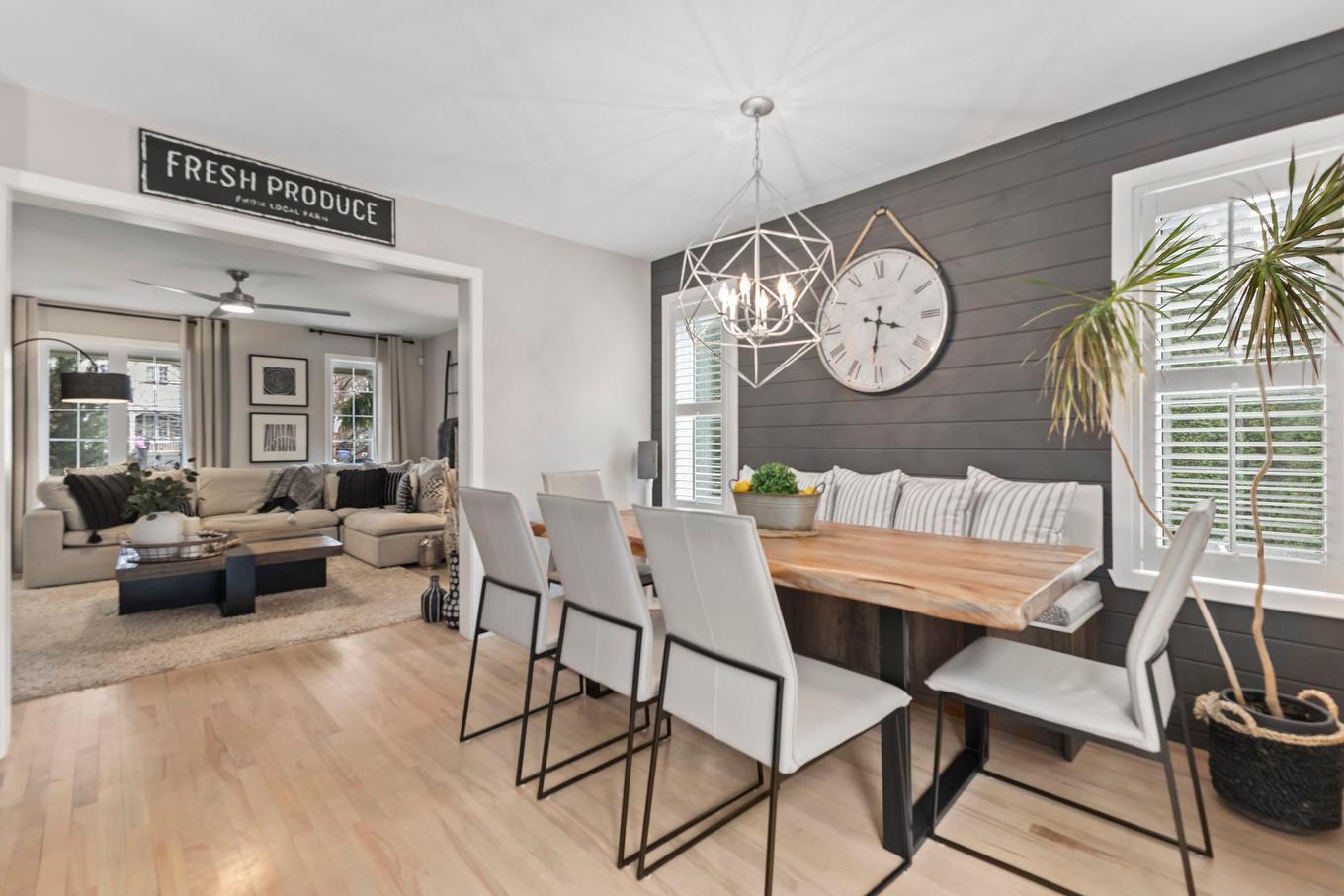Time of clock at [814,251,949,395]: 3:31
